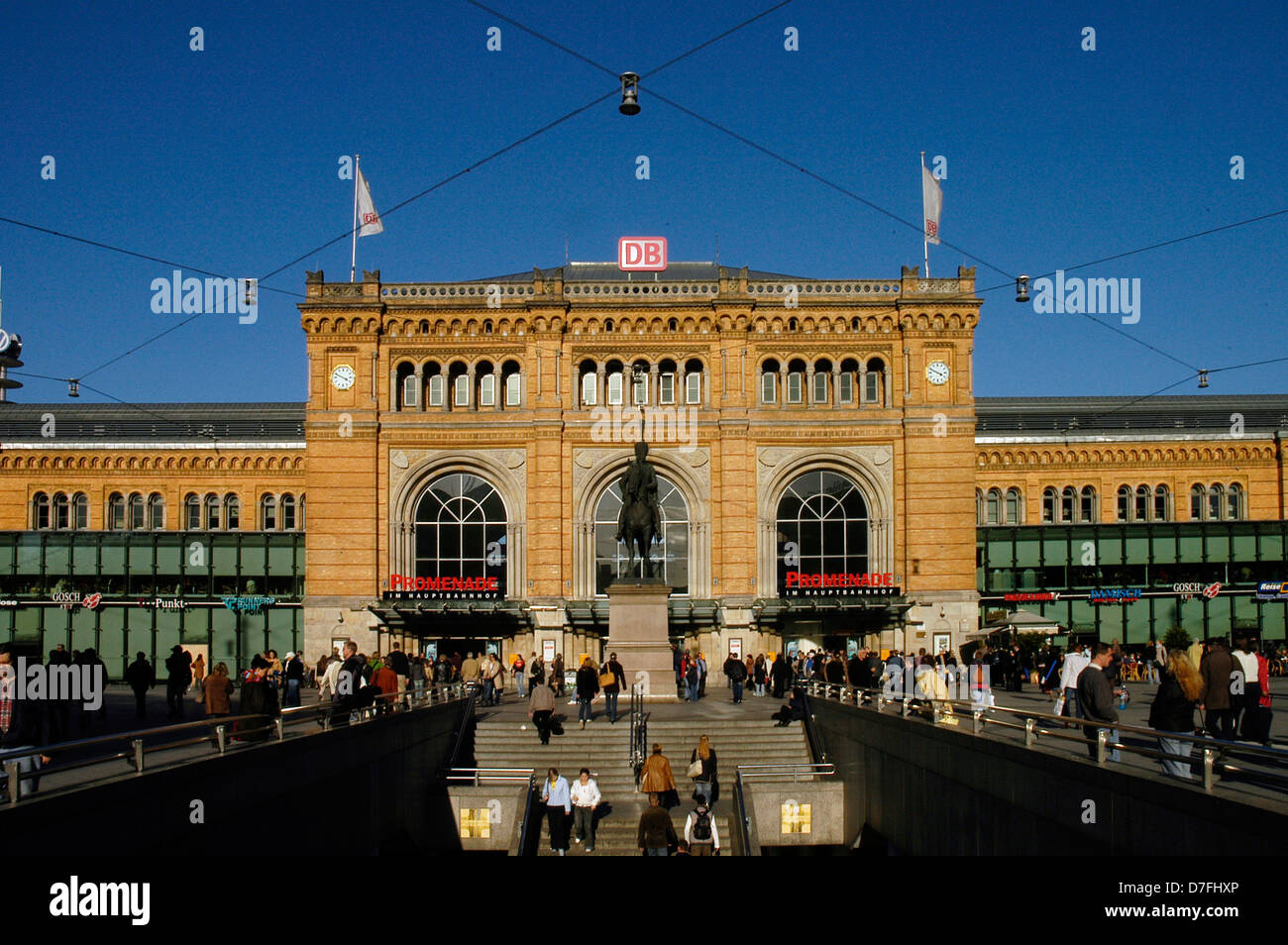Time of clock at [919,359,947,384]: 3:48
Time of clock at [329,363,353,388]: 3:48
